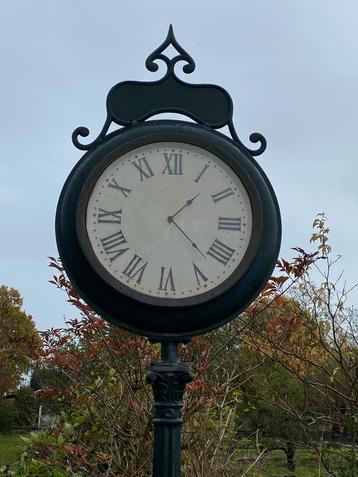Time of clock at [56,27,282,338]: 1:22
